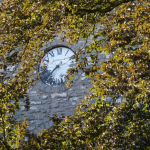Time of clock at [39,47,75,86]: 7:37
